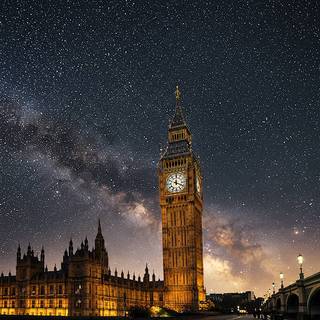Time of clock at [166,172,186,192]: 12:19
